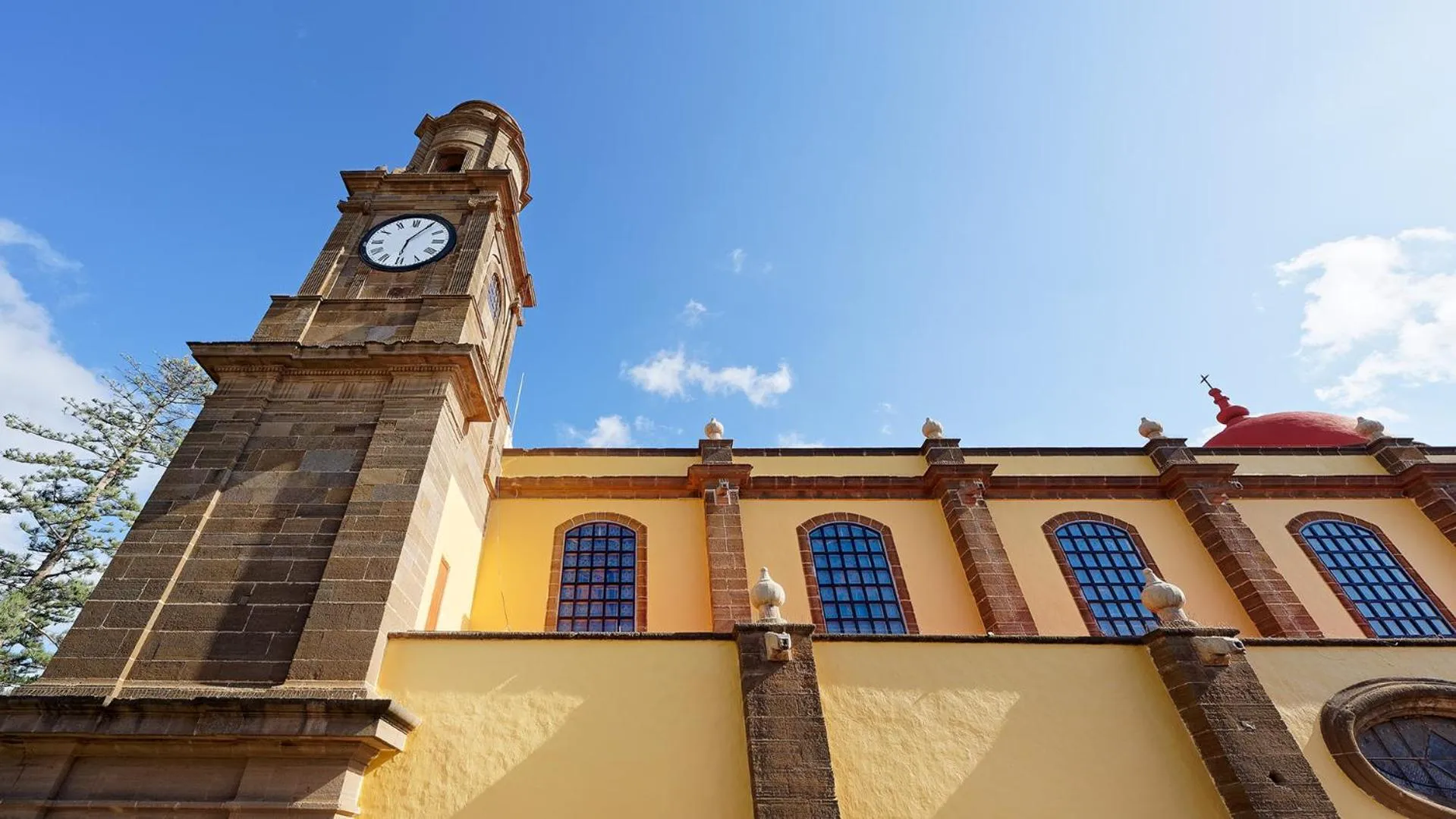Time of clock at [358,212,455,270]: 6:05
